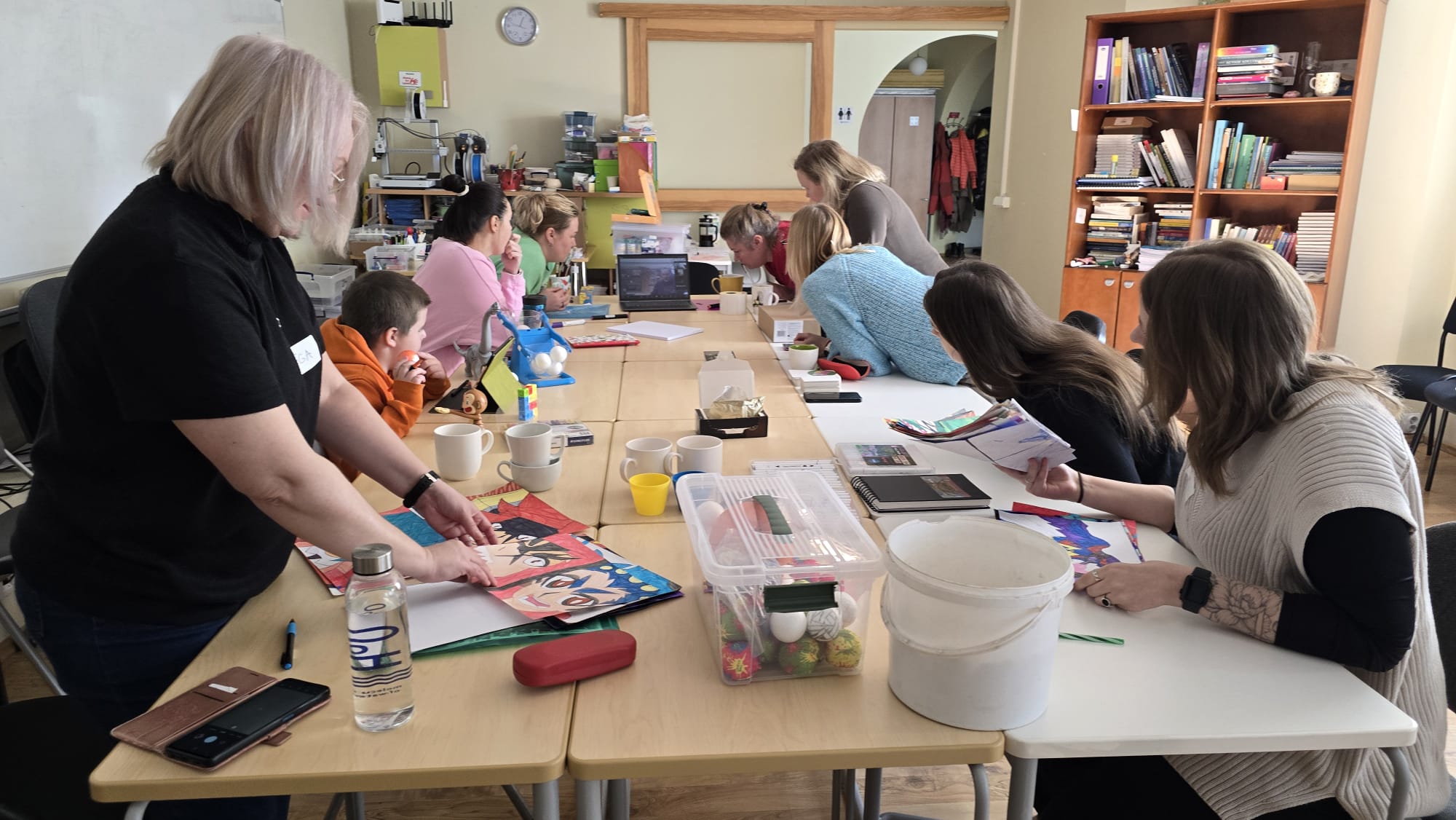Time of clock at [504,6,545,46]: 12:47
